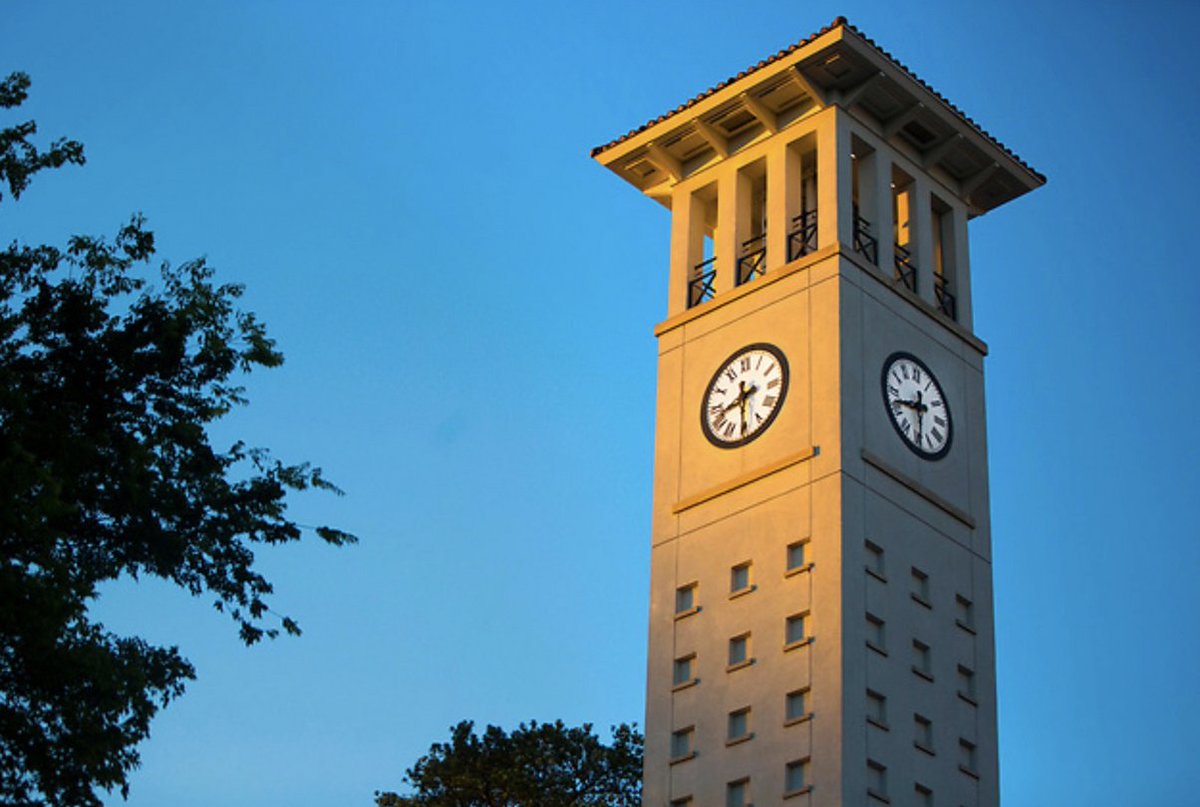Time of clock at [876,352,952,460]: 8:30
